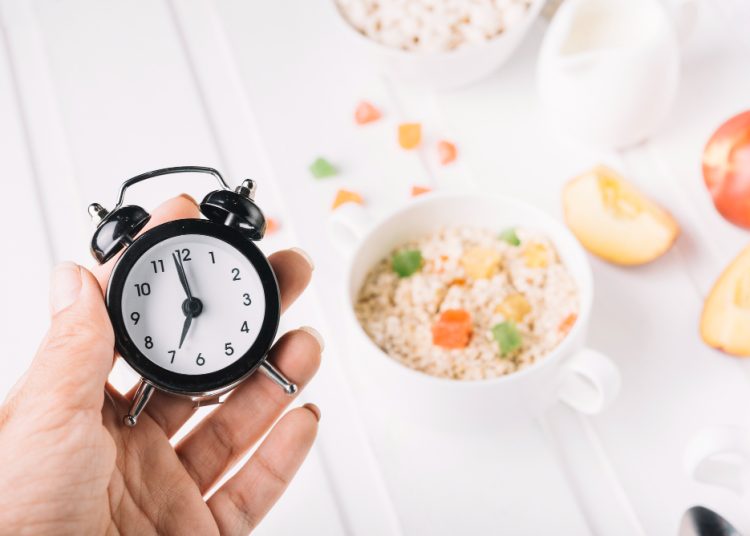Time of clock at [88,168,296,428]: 6:58
